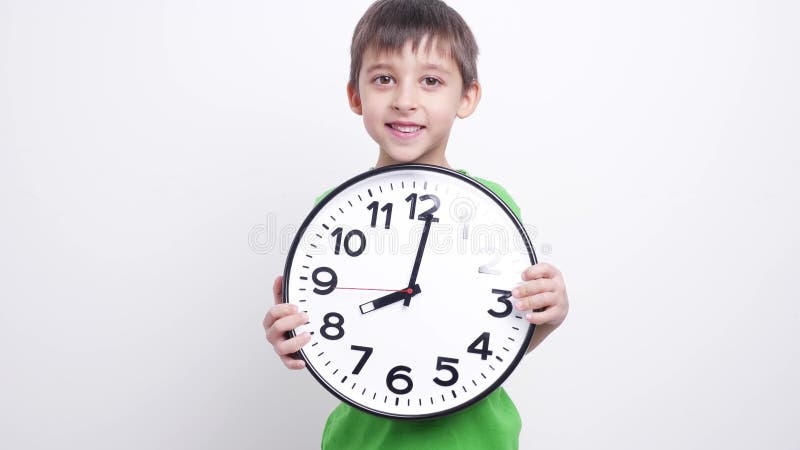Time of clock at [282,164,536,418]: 8:01
